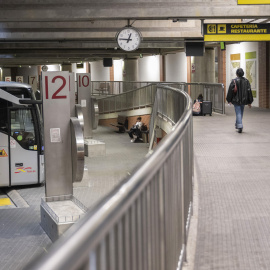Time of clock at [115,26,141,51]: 12:46
